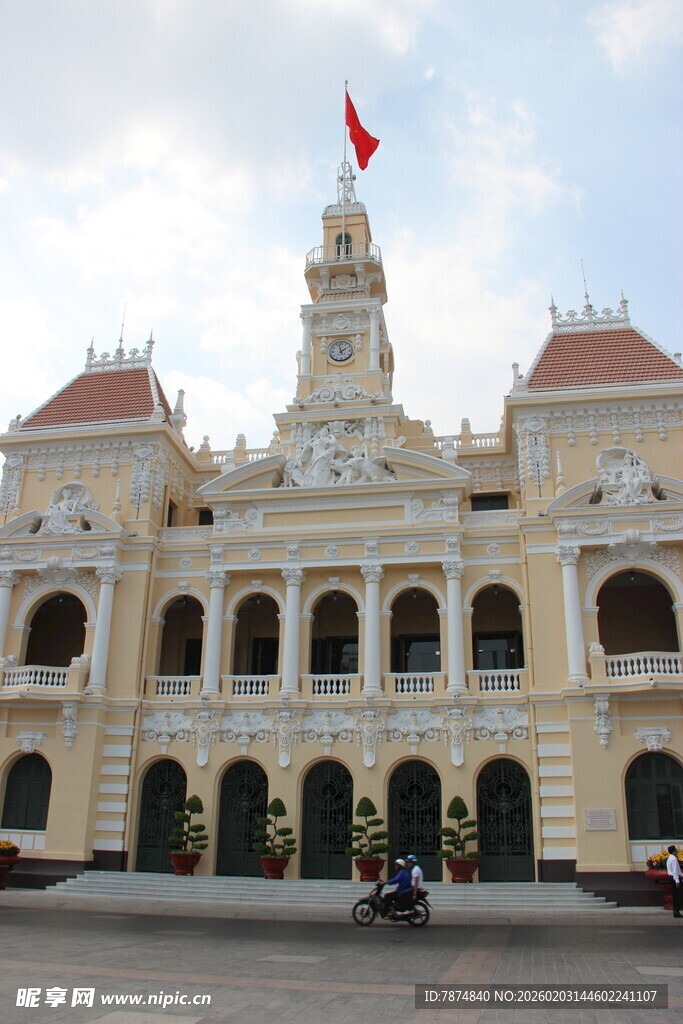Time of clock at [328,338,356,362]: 1:57
